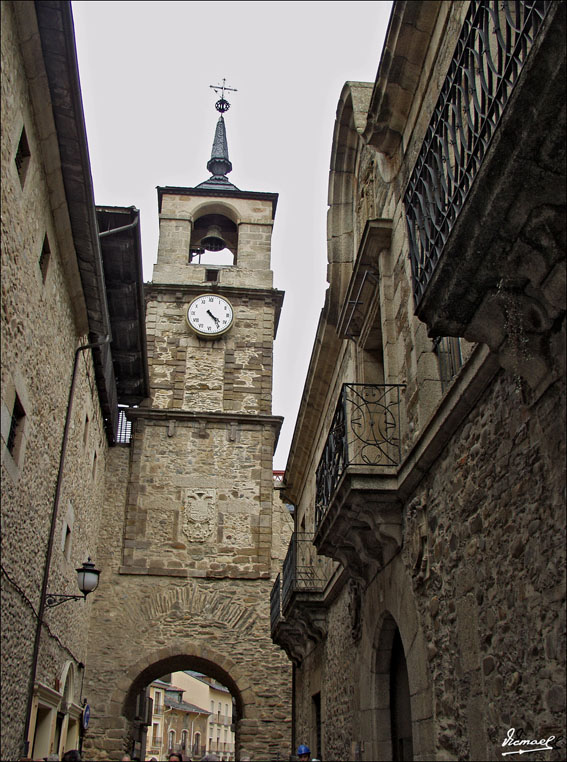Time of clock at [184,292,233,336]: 4:23
